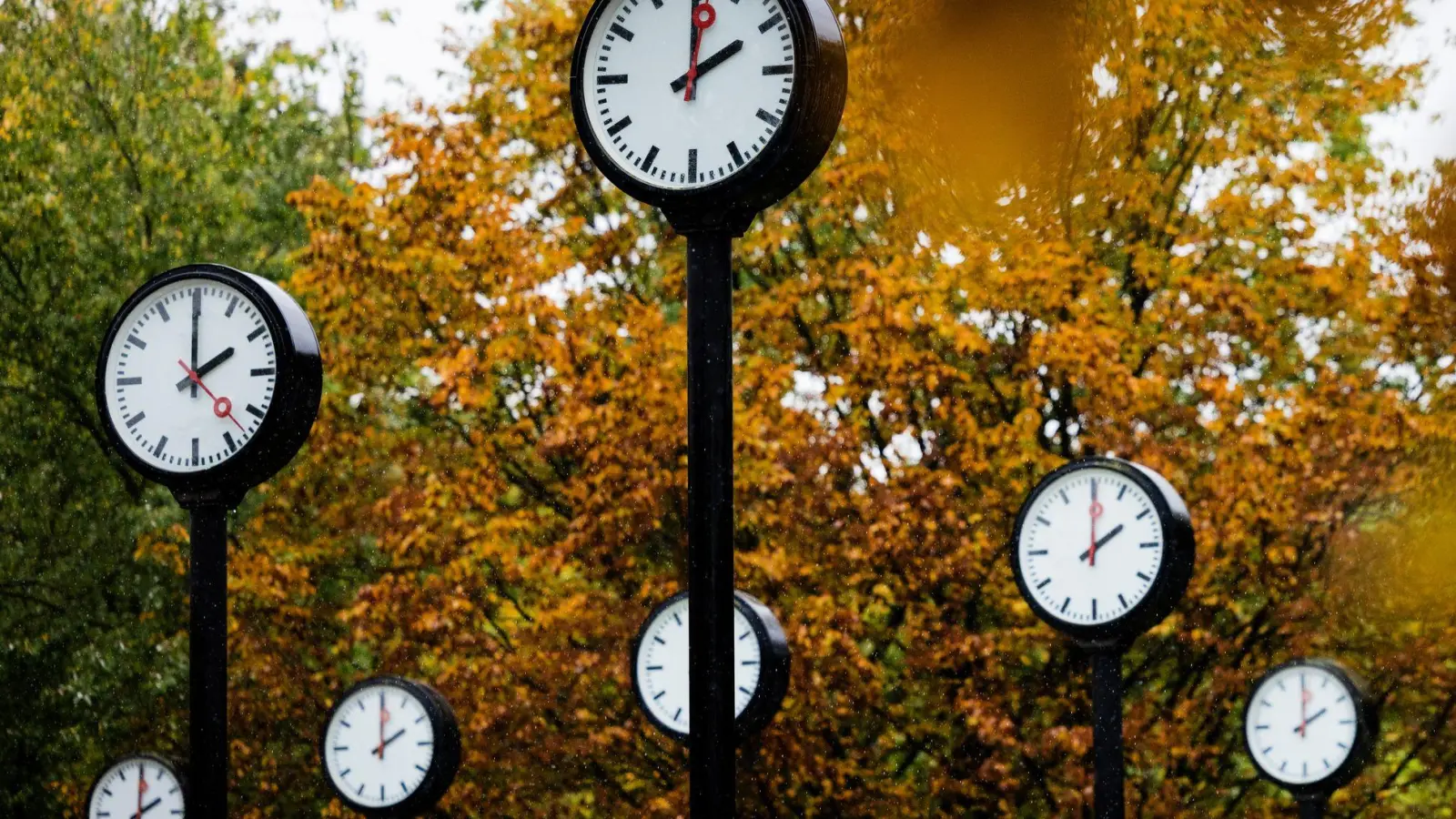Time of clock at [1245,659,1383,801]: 2:00
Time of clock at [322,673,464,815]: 2:00
